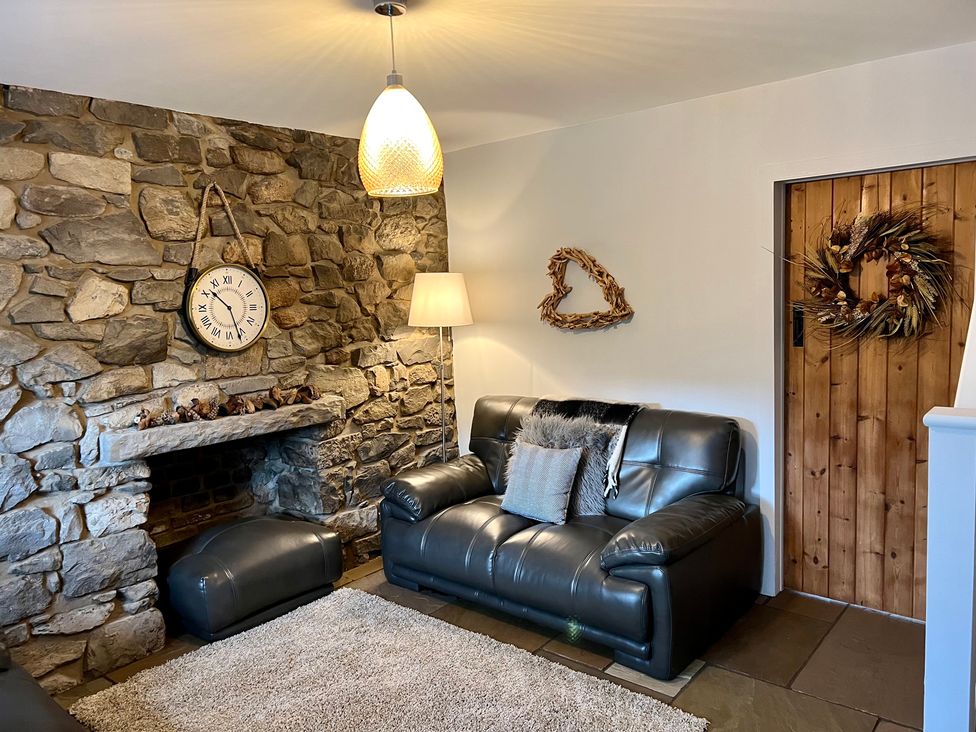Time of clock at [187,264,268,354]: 10:26
